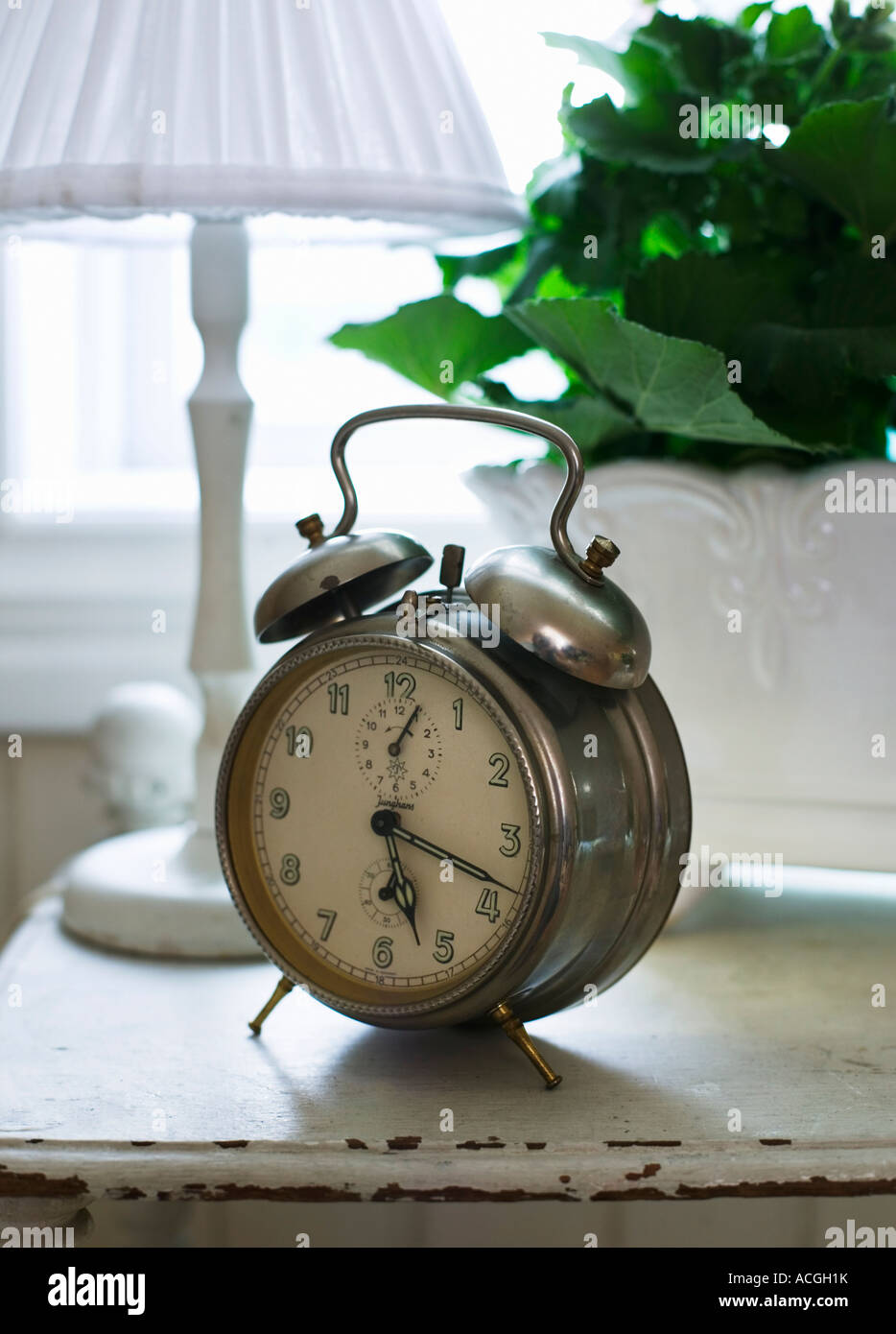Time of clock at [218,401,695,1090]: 5:18
